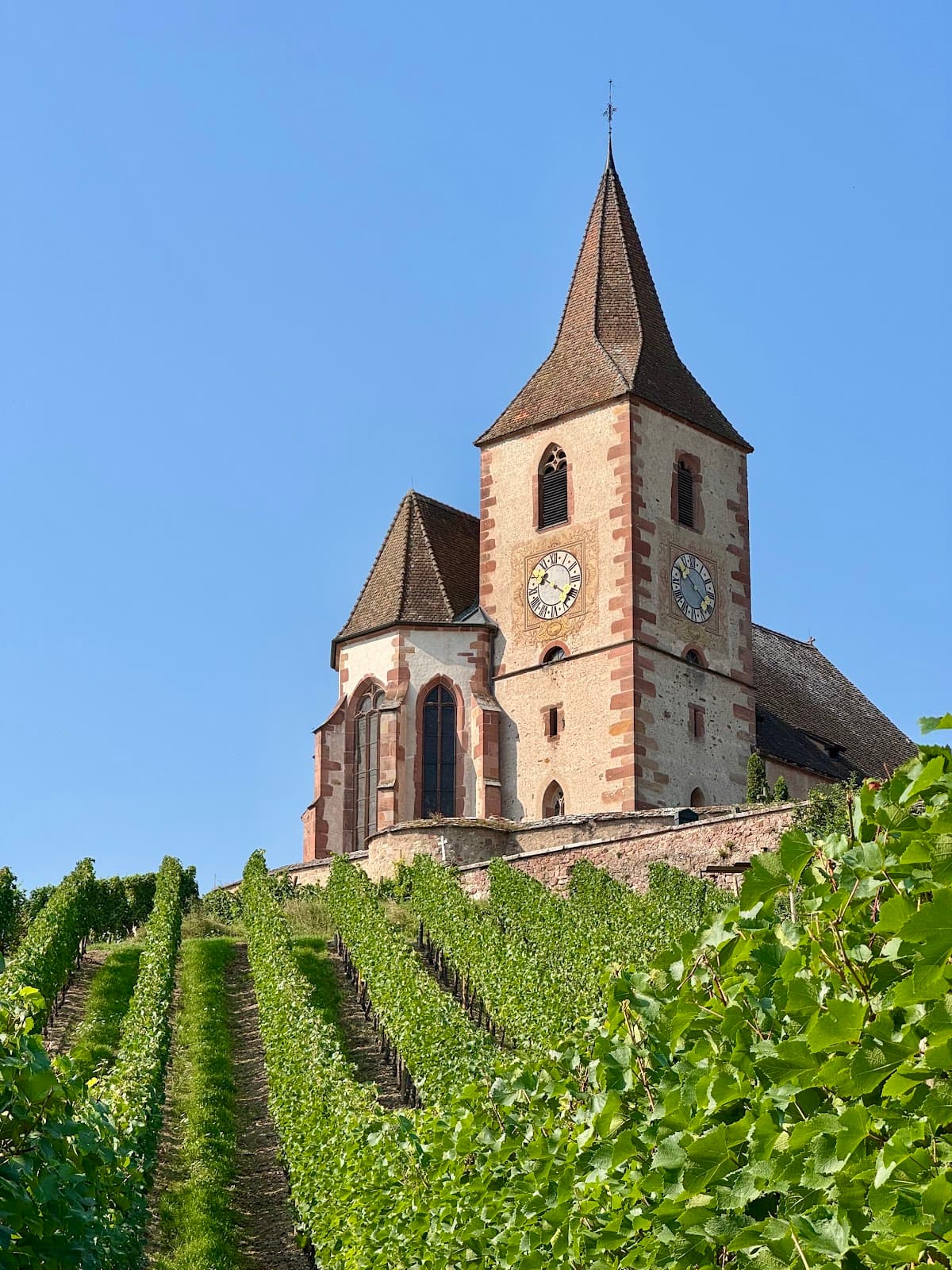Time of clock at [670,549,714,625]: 10:20
